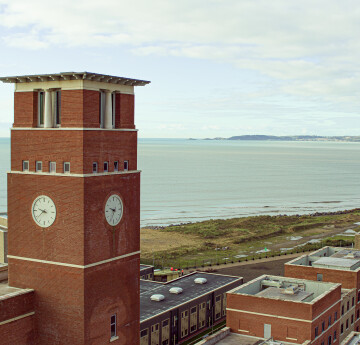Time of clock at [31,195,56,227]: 9:38
